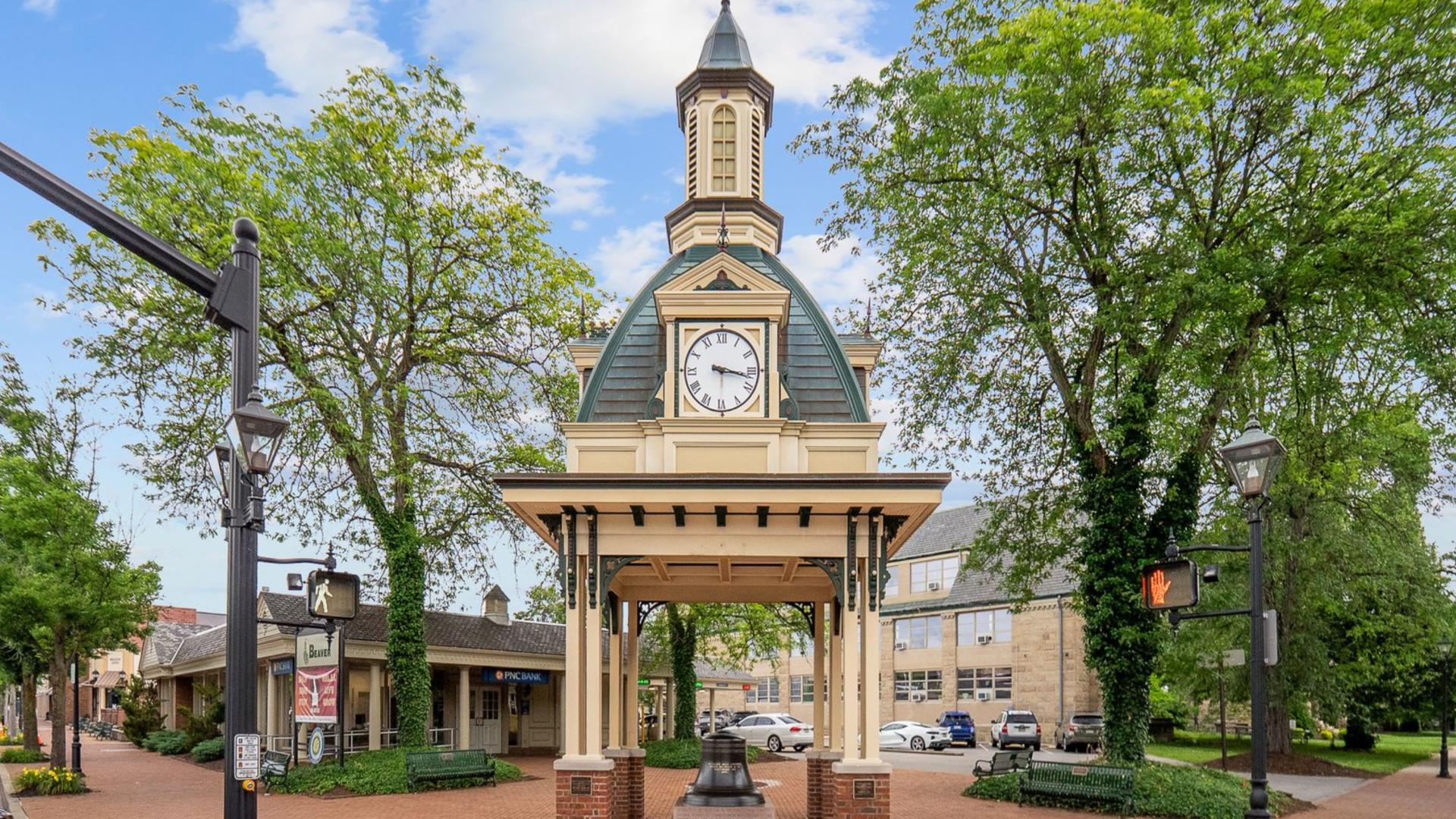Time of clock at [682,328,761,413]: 3:17
